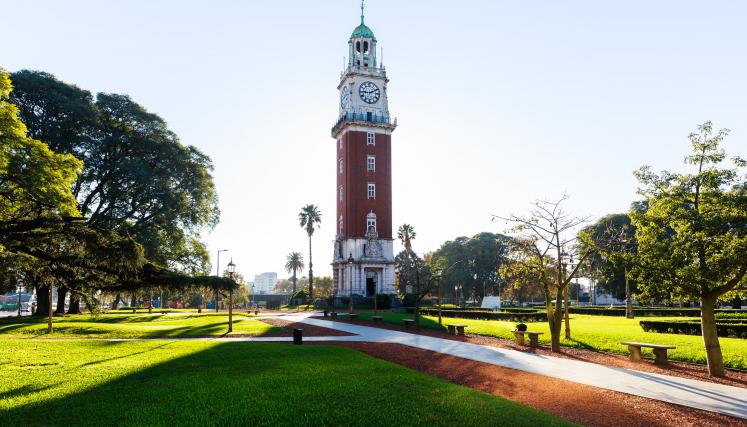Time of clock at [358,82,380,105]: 9:10
